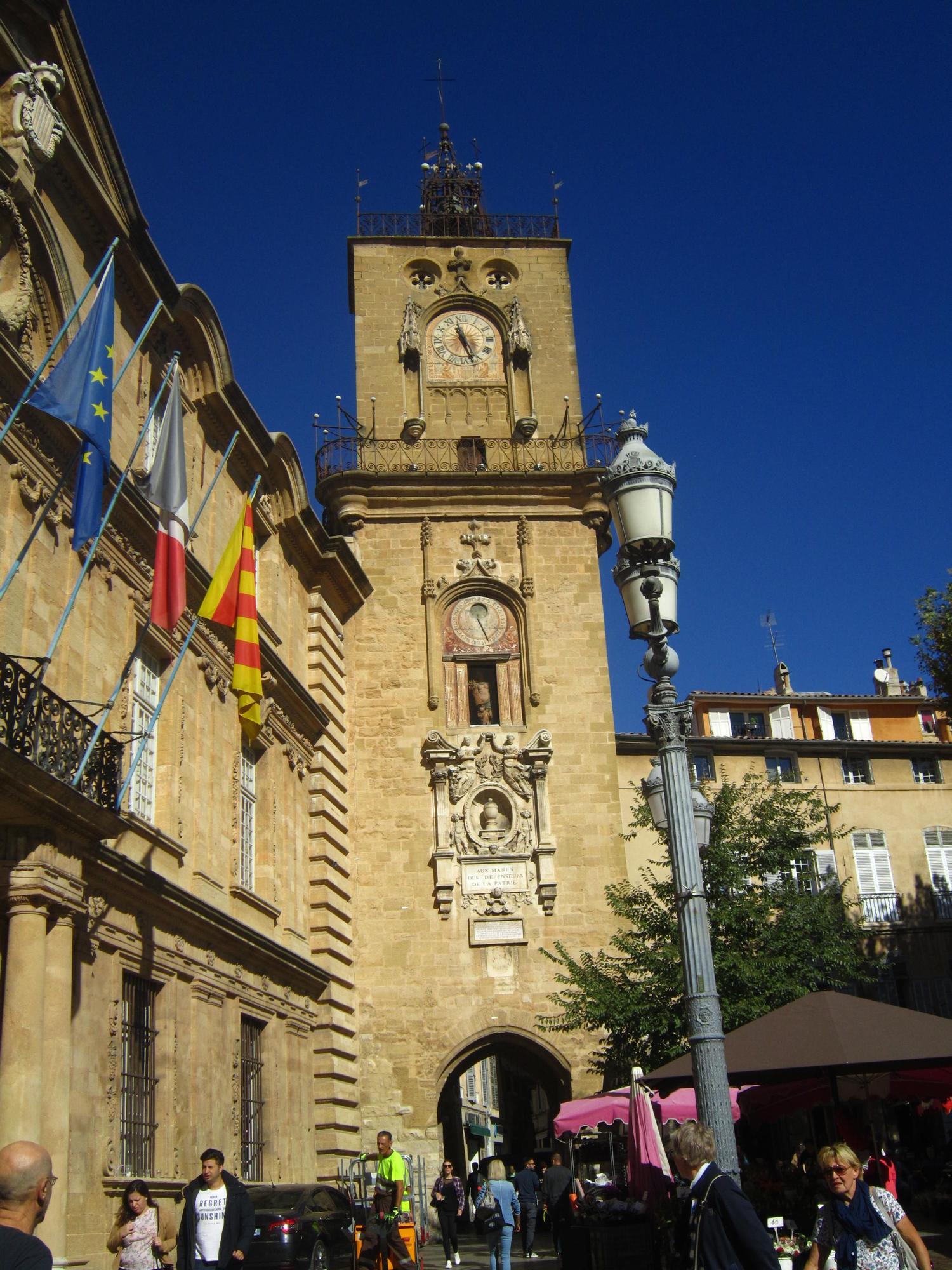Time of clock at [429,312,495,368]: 11:26
